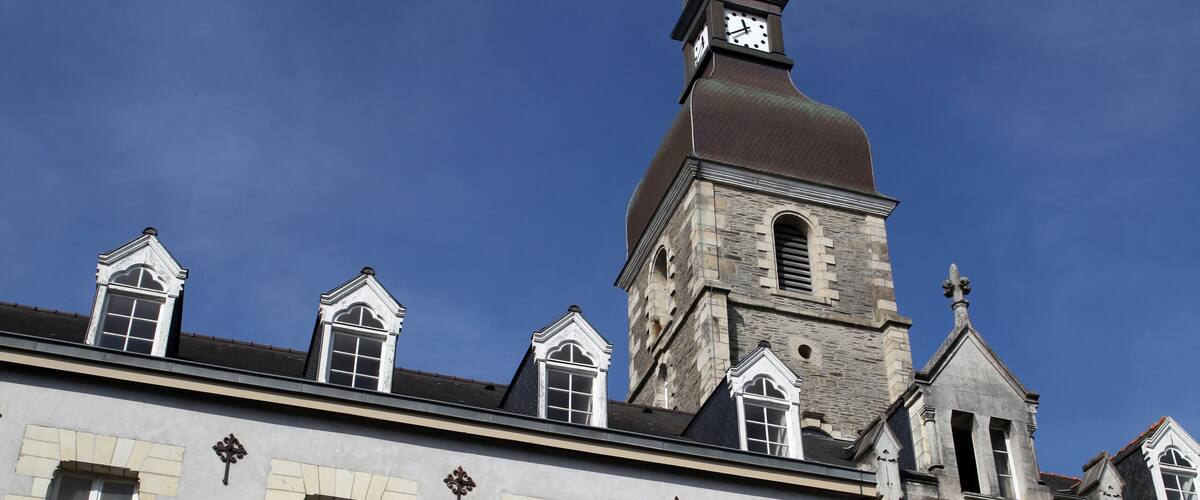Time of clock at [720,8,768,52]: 11:39
